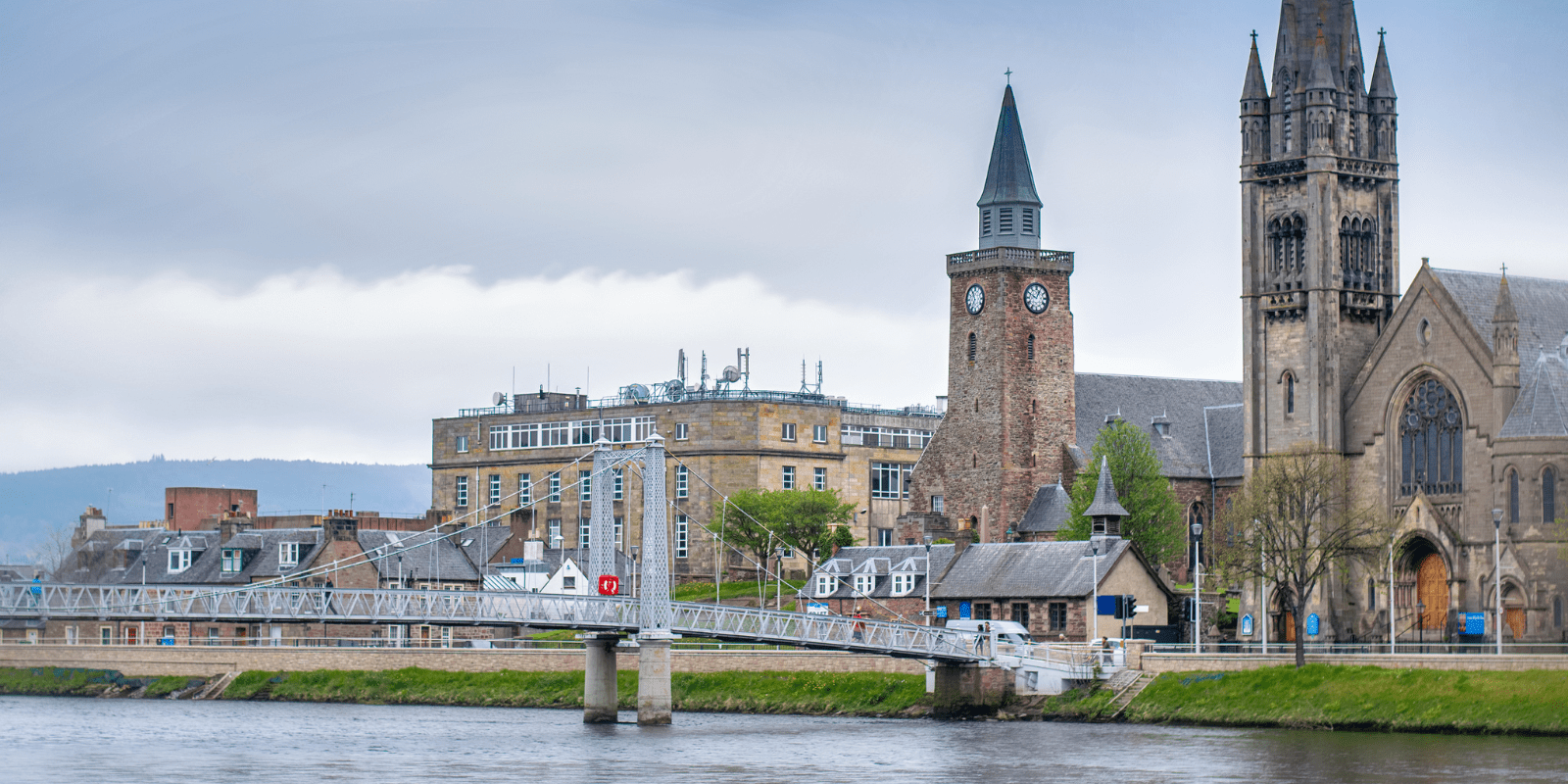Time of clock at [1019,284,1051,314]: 12:49
